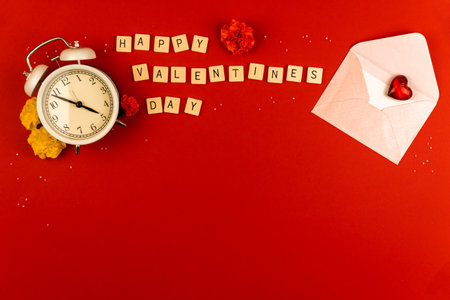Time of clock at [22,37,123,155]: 3:48
